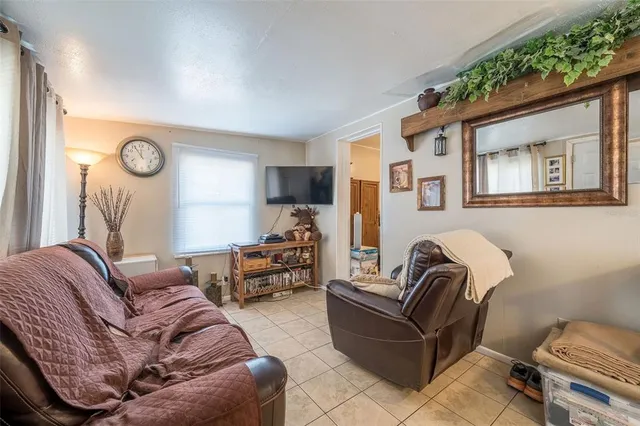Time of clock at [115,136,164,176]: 11:00
